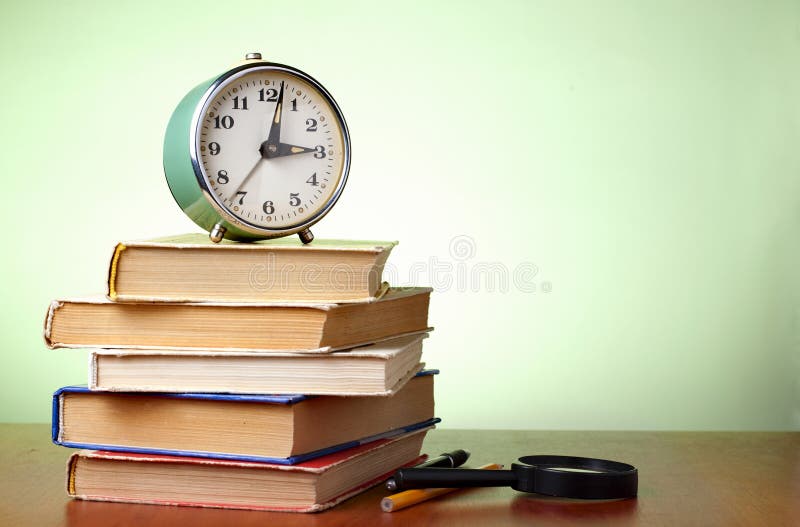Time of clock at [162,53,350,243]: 3:02
